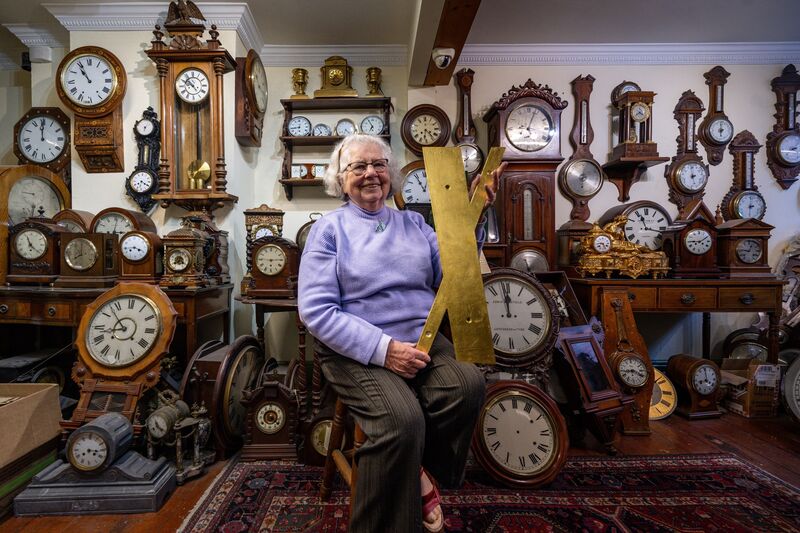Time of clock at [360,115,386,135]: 6:55
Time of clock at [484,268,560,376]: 11:58
